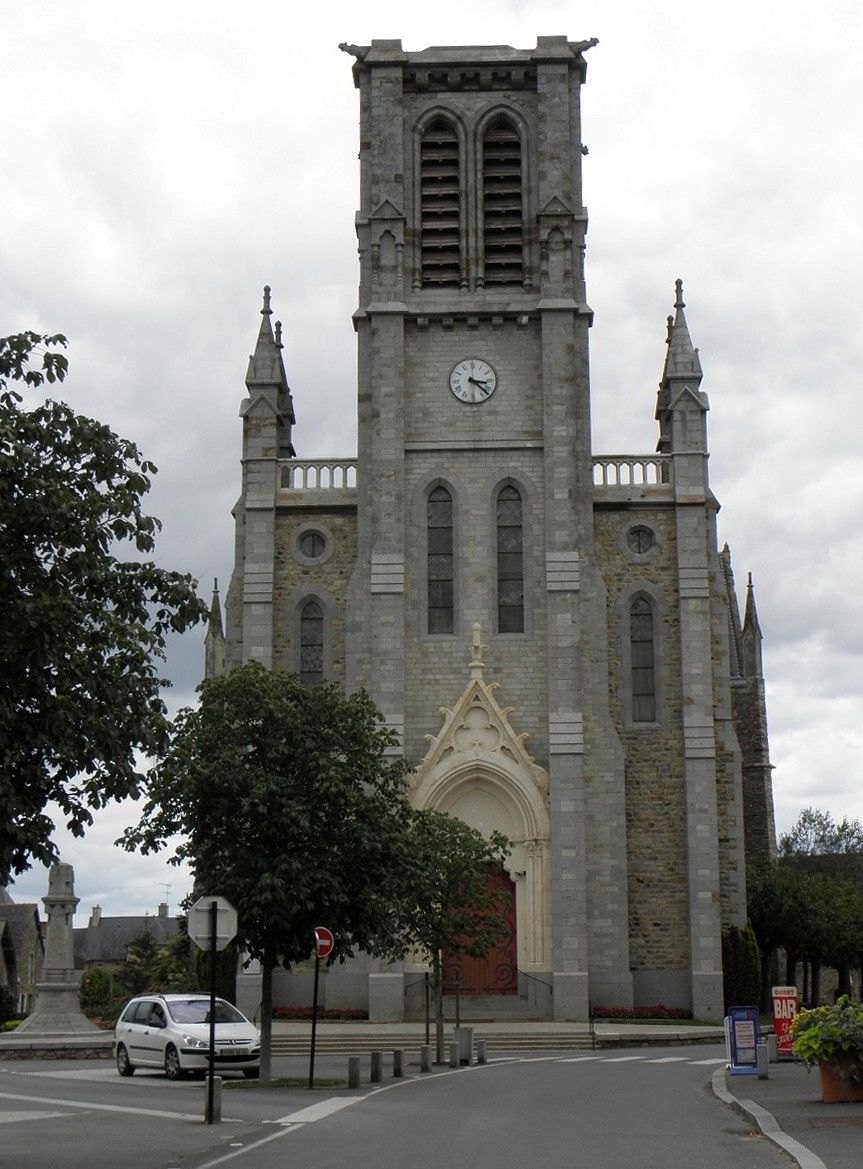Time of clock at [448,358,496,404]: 3:22
